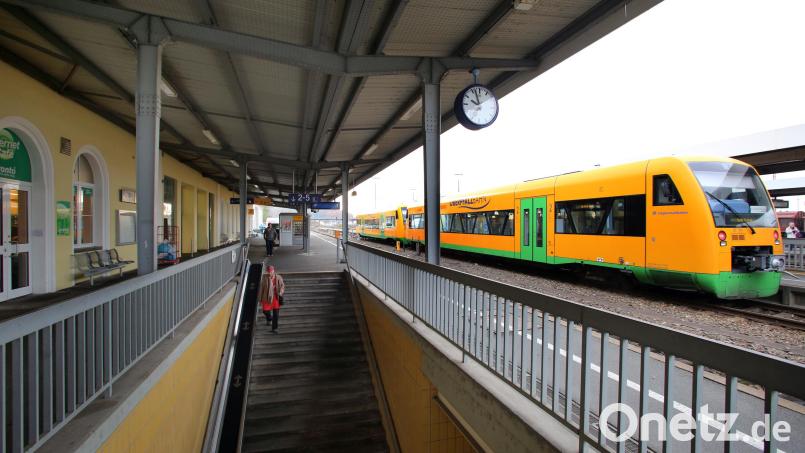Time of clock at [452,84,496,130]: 9:57
